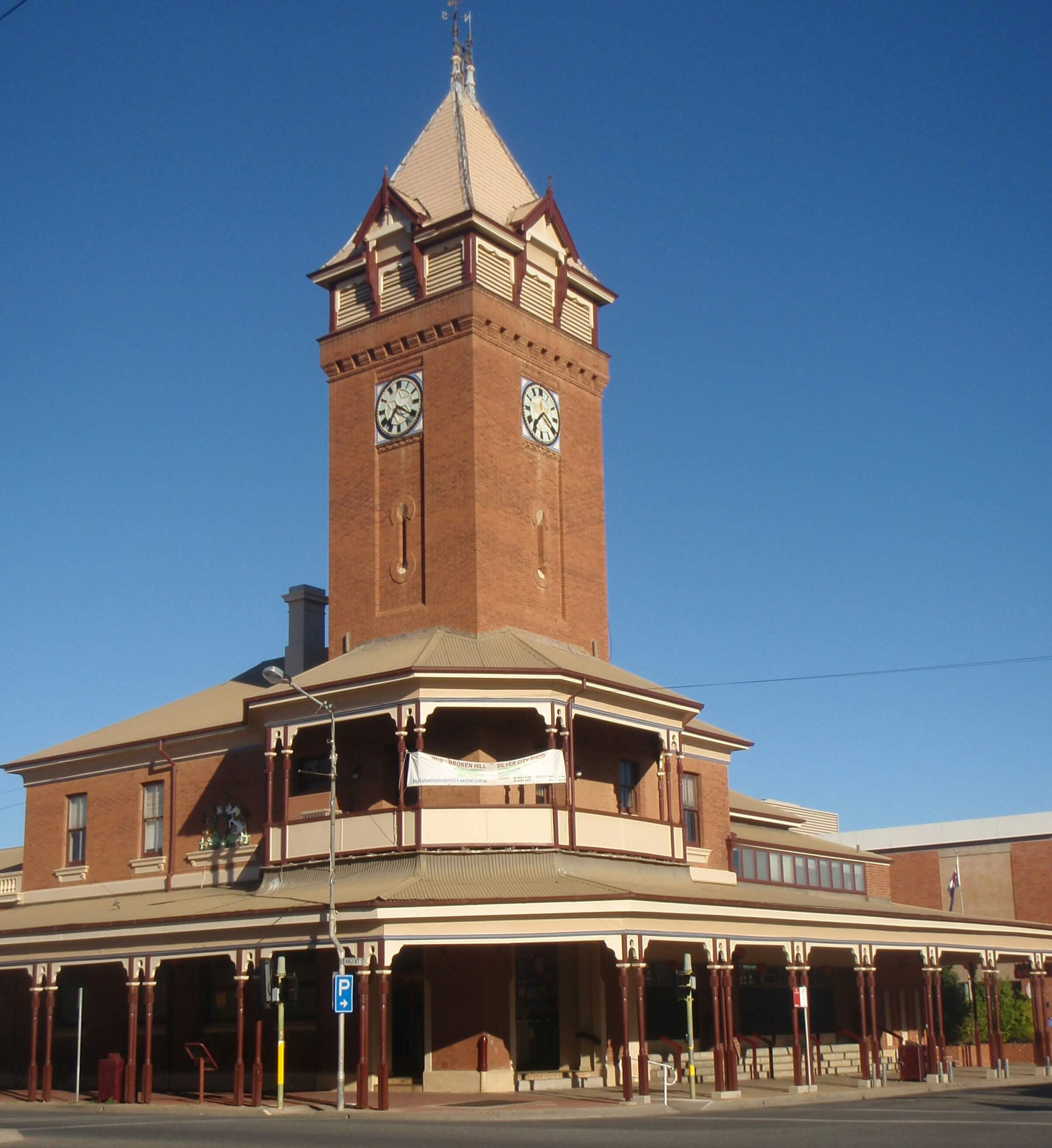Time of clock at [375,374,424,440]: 7:20
